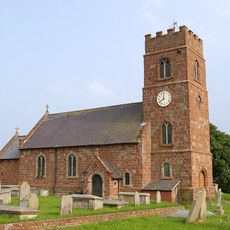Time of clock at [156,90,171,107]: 7:59
